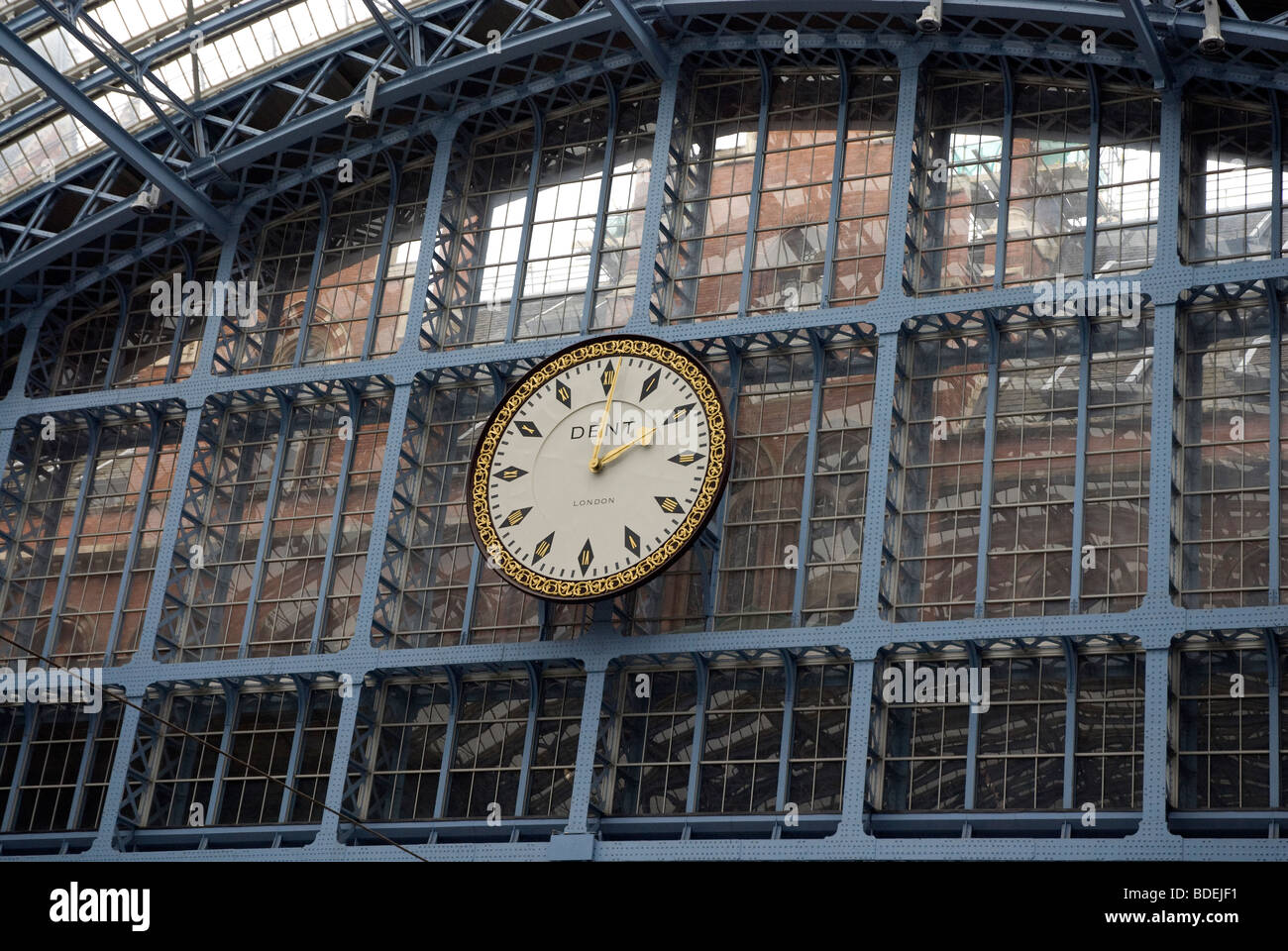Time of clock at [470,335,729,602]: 2:00
